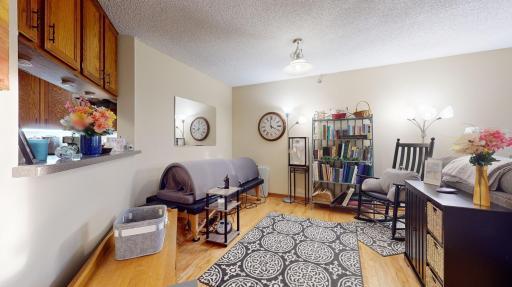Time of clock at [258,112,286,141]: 3:58
